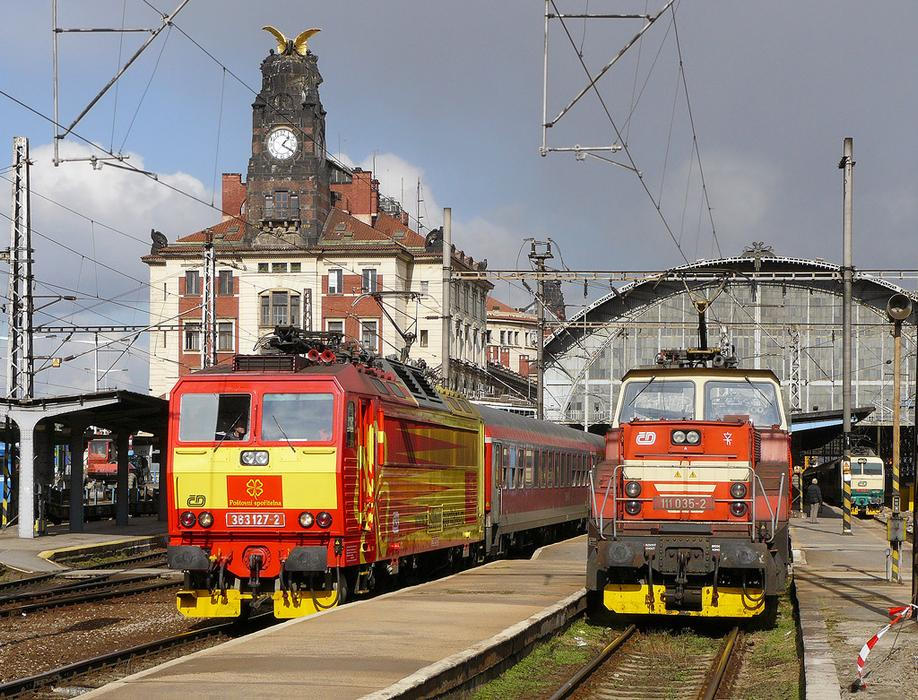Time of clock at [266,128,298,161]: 1:20
